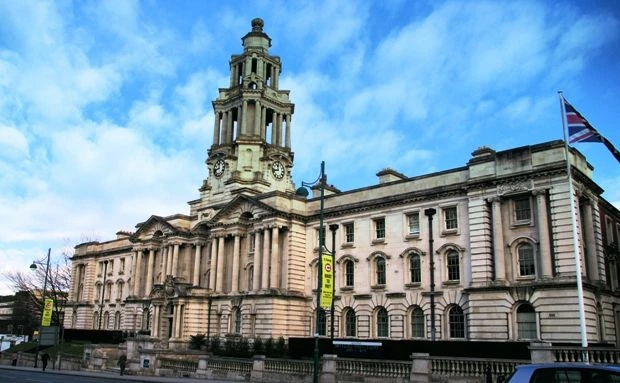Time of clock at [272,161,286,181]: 11:42
